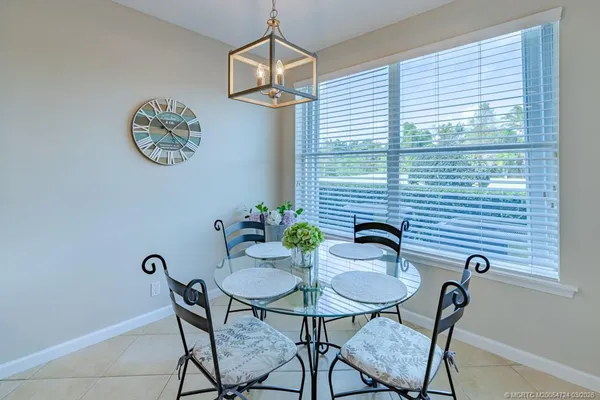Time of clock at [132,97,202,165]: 3:52
